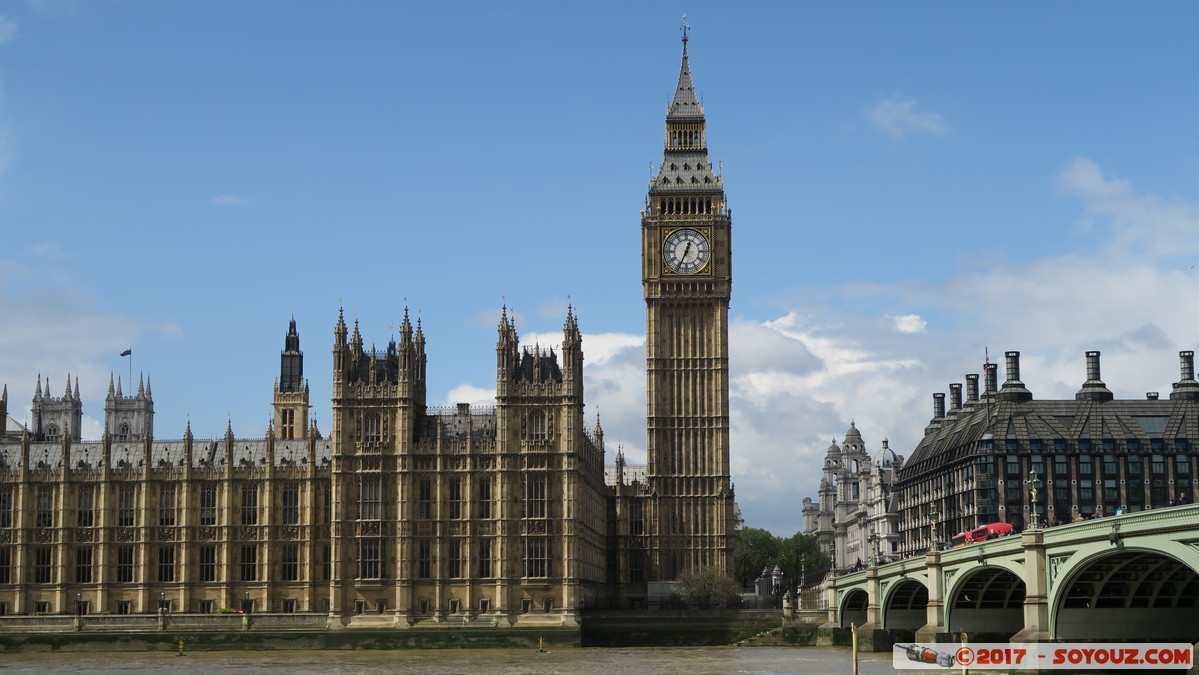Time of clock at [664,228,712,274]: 12:34
